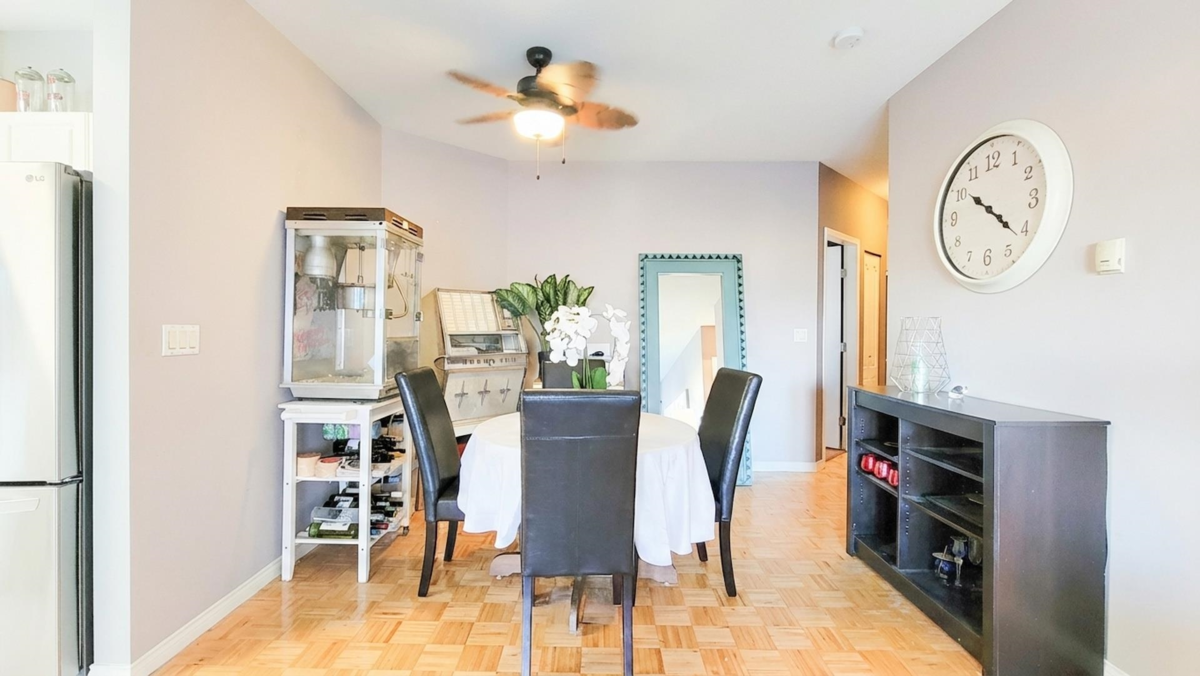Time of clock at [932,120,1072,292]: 4:21
